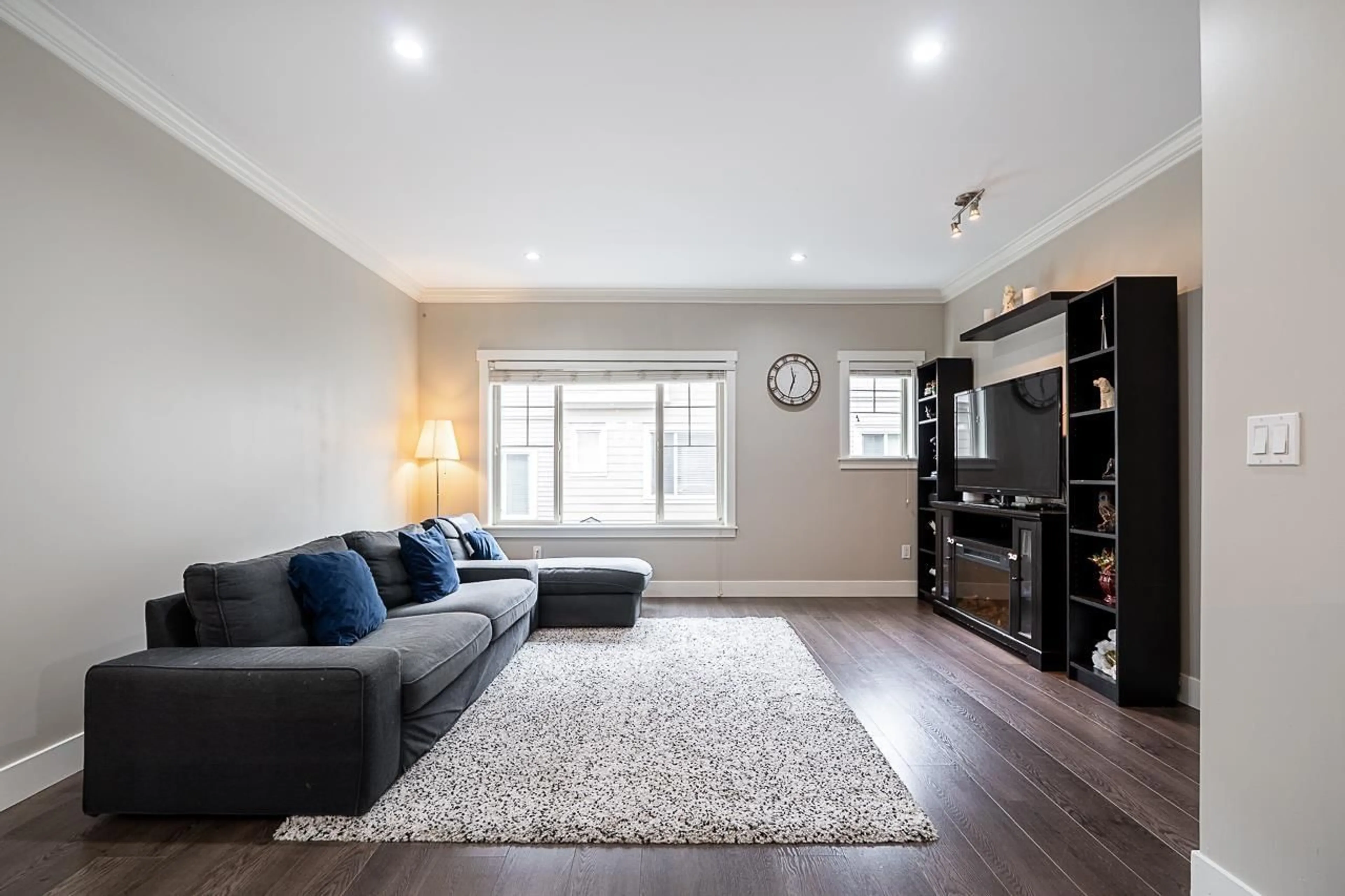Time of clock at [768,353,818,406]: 11:32
